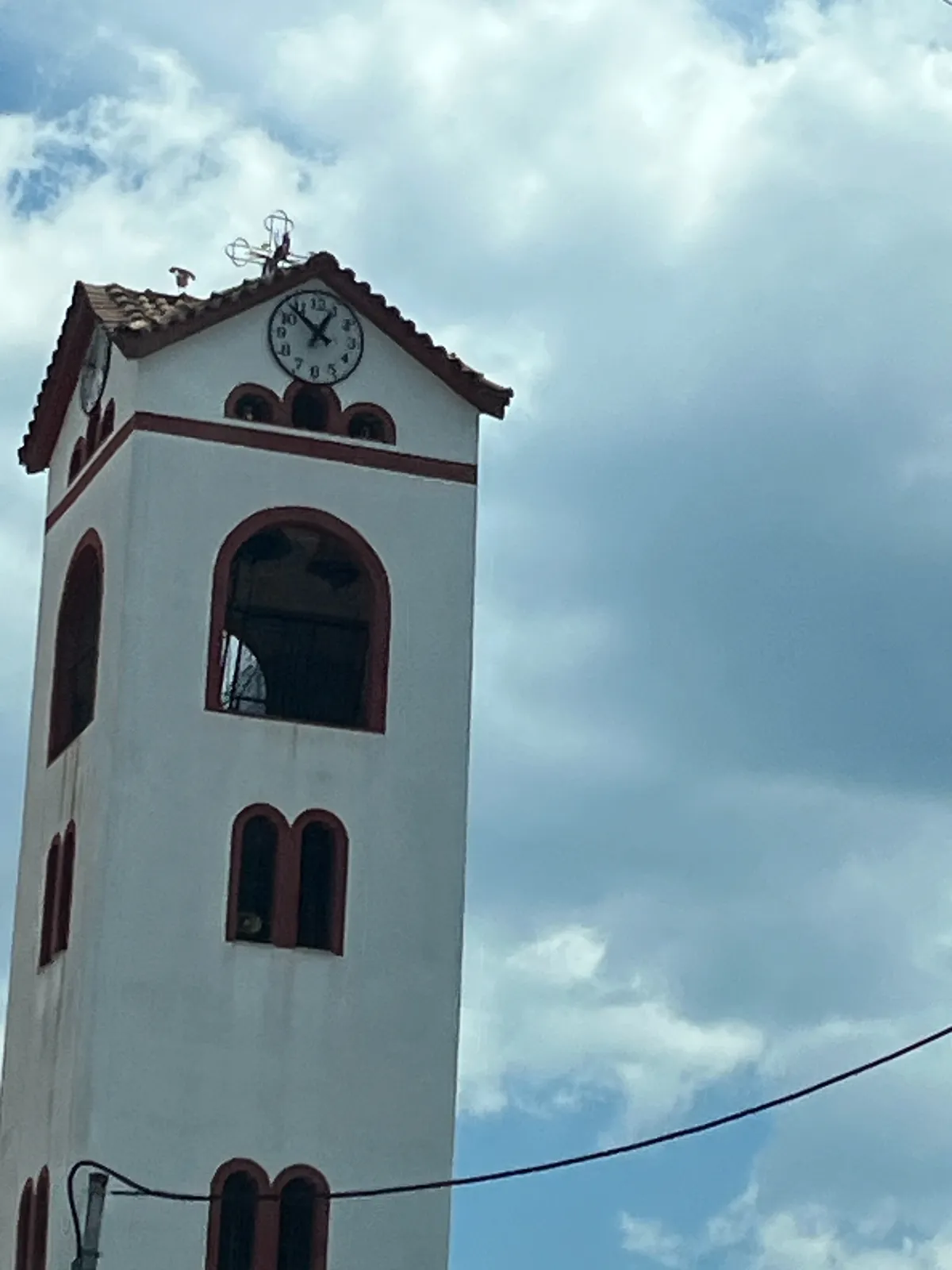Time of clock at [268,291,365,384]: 12:52
